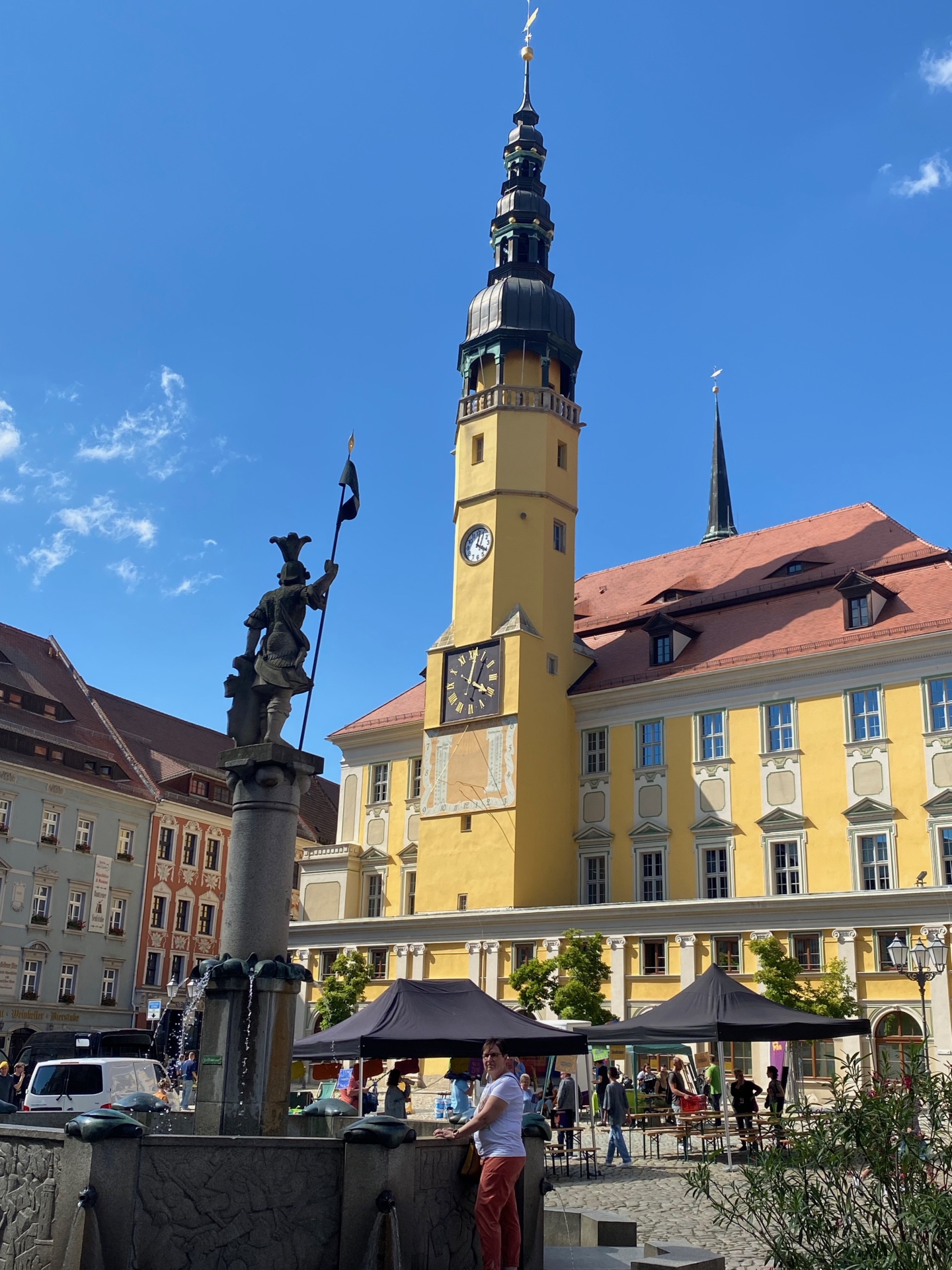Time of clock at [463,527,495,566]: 4:02
